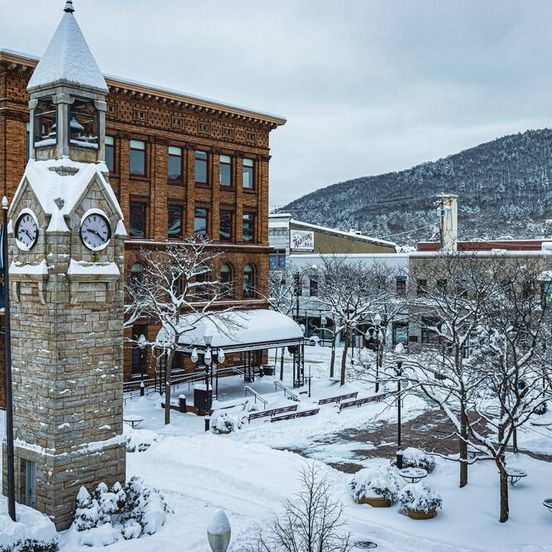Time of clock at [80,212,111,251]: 9:20
